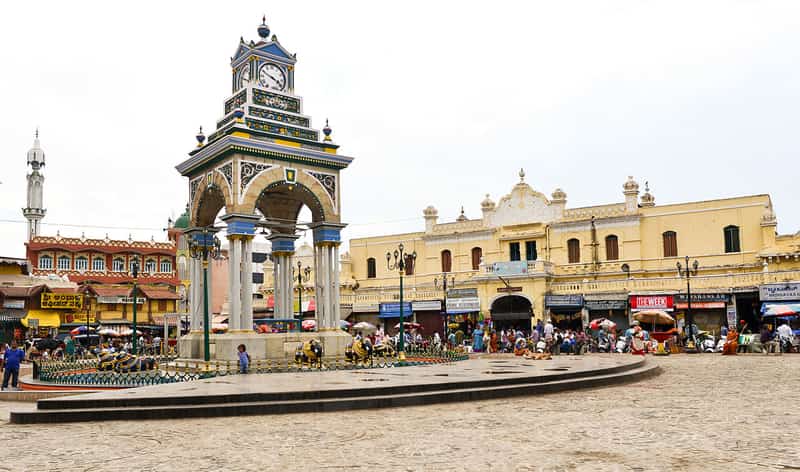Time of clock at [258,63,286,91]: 3:48
